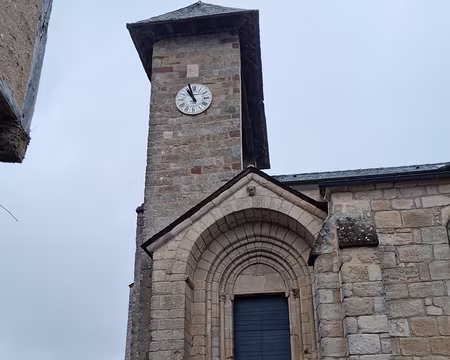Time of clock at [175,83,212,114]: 10:57
